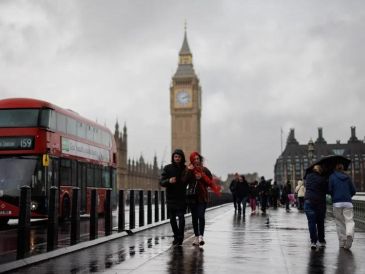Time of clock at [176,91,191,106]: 2:12
